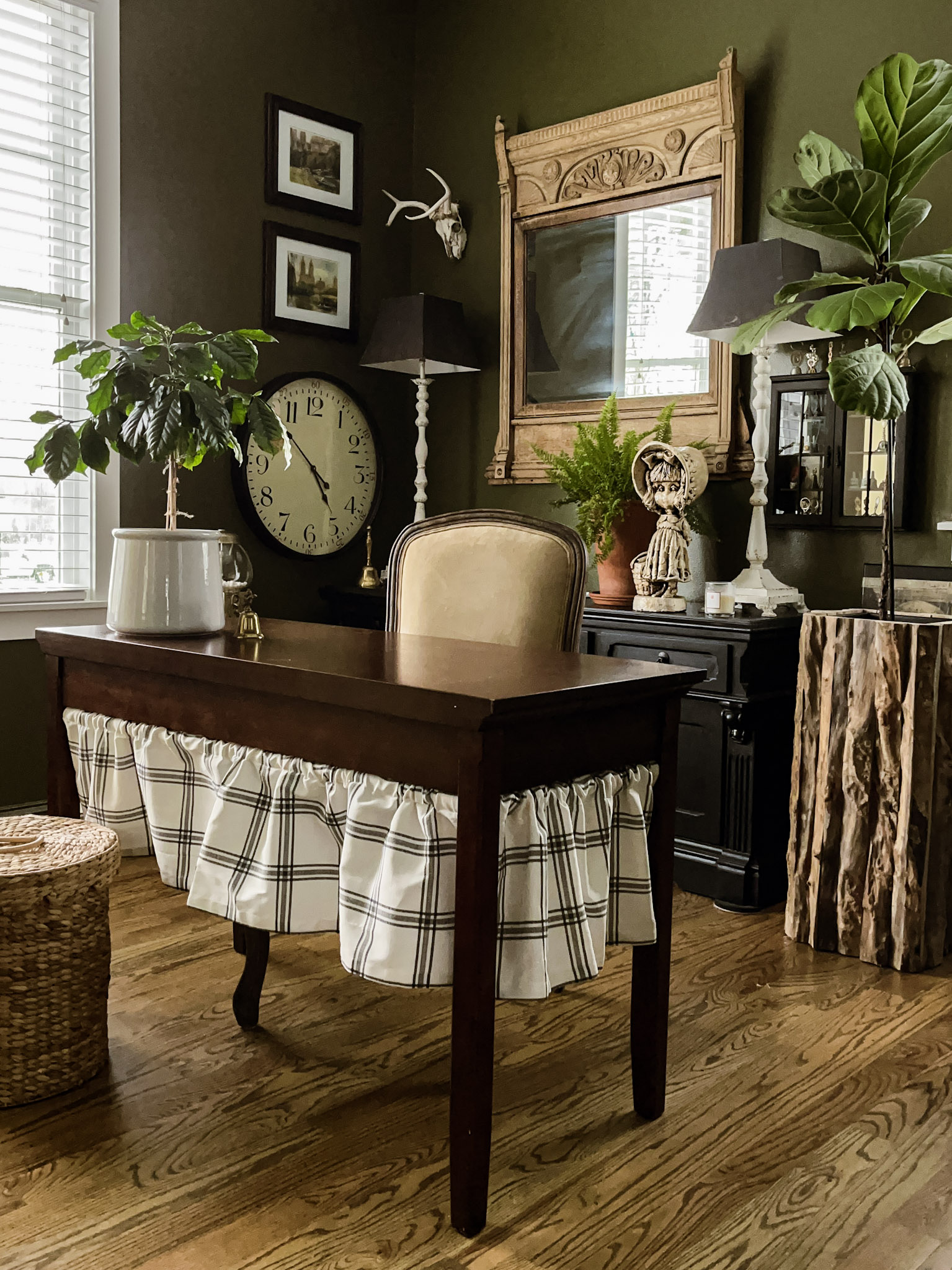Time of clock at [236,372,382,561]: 4:52
